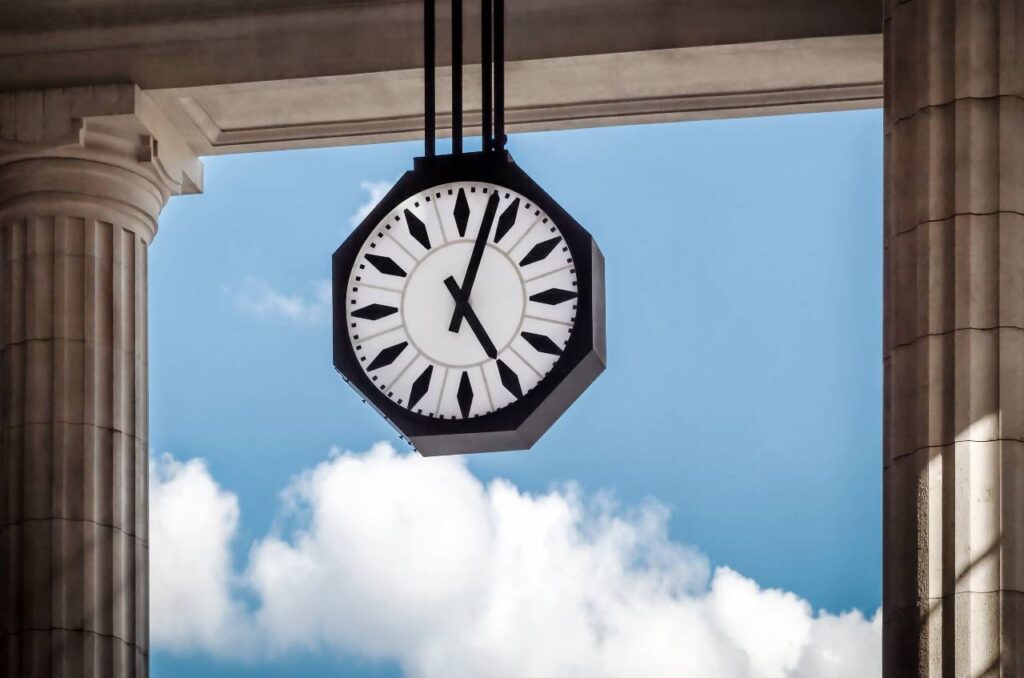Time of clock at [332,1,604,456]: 5:03
